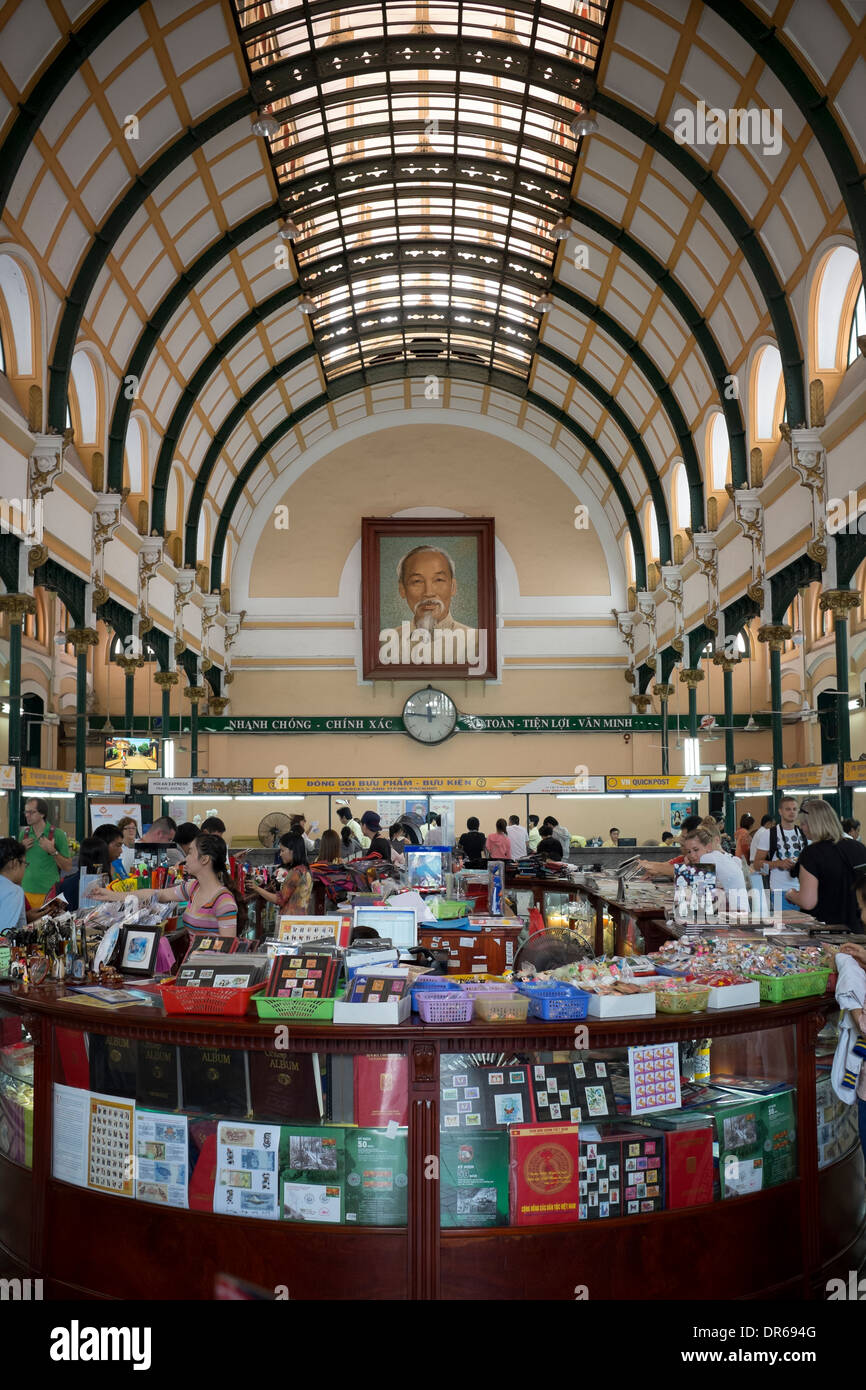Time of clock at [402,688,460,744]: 11:46
